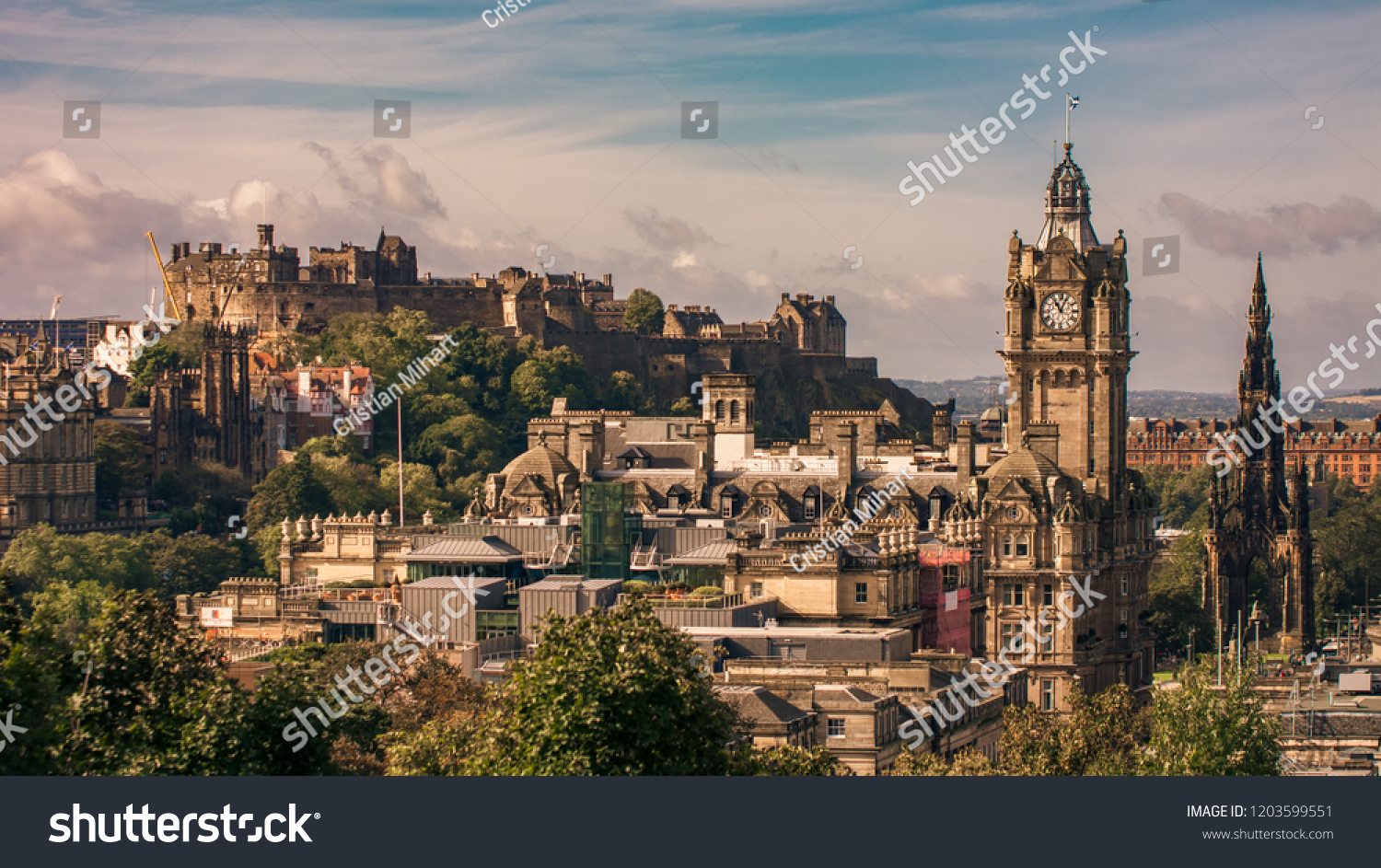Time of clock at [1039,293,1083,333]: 11:04
